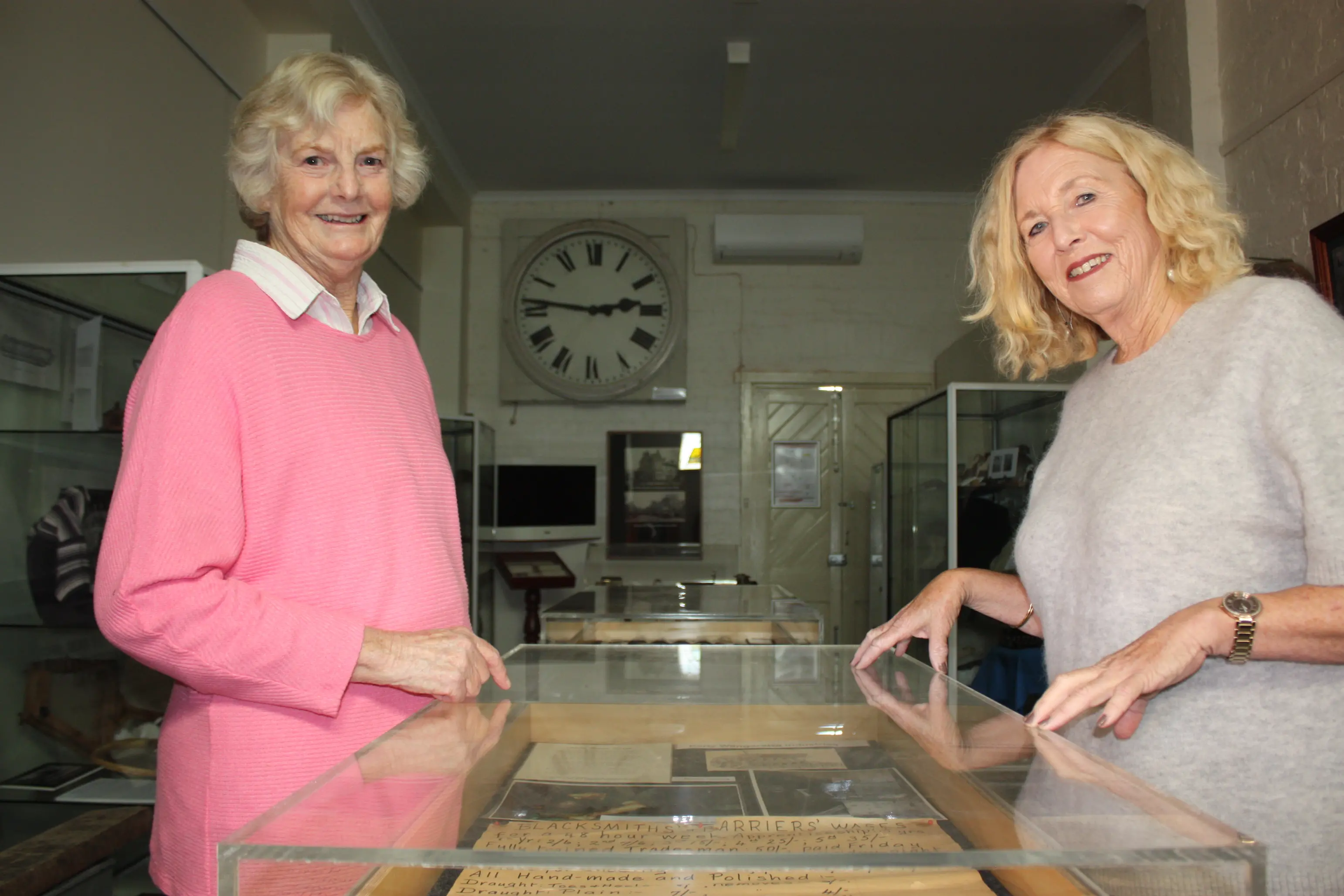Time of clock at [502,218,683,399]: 2:46
